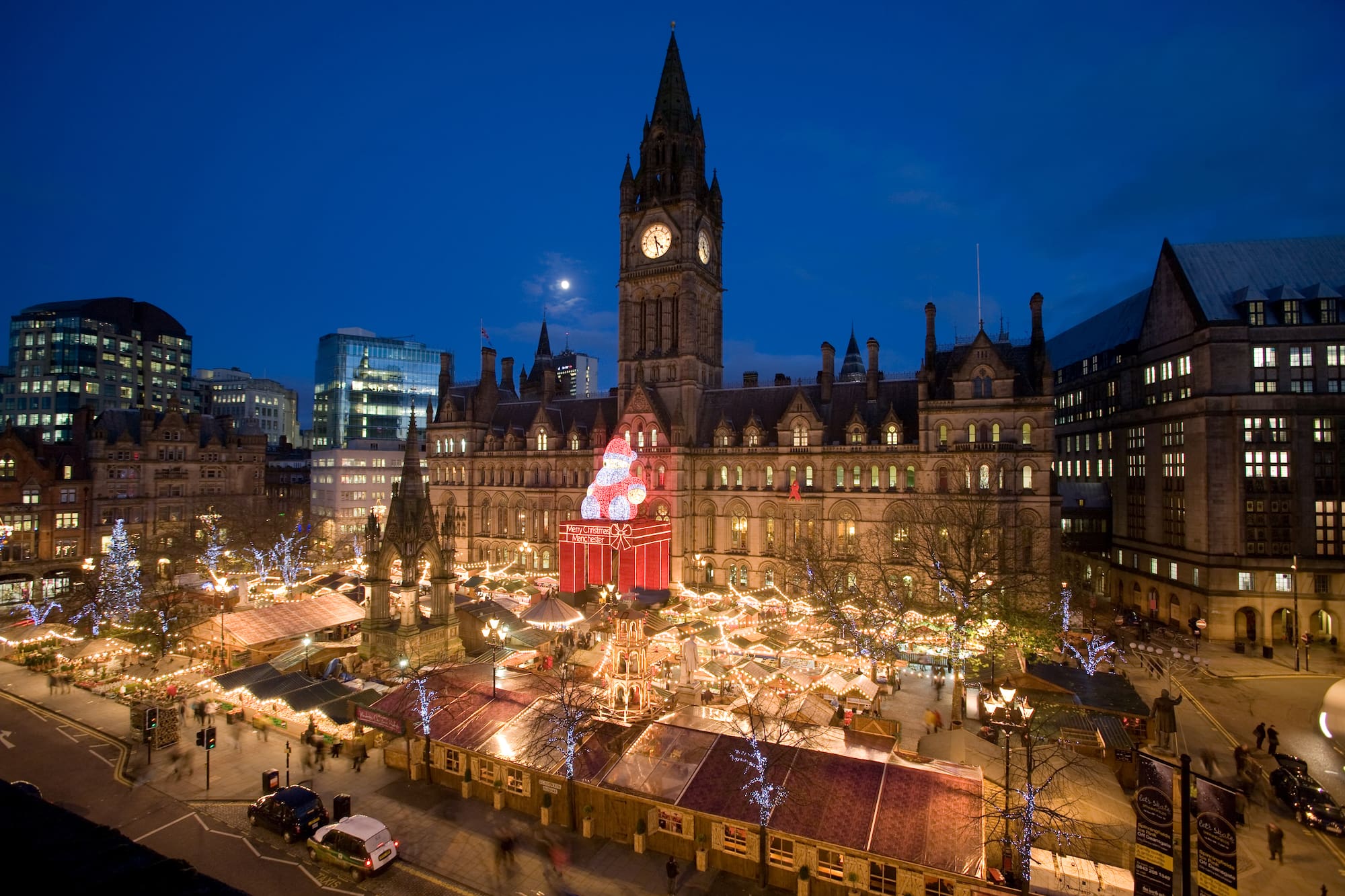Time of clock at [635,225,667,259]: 4:28
